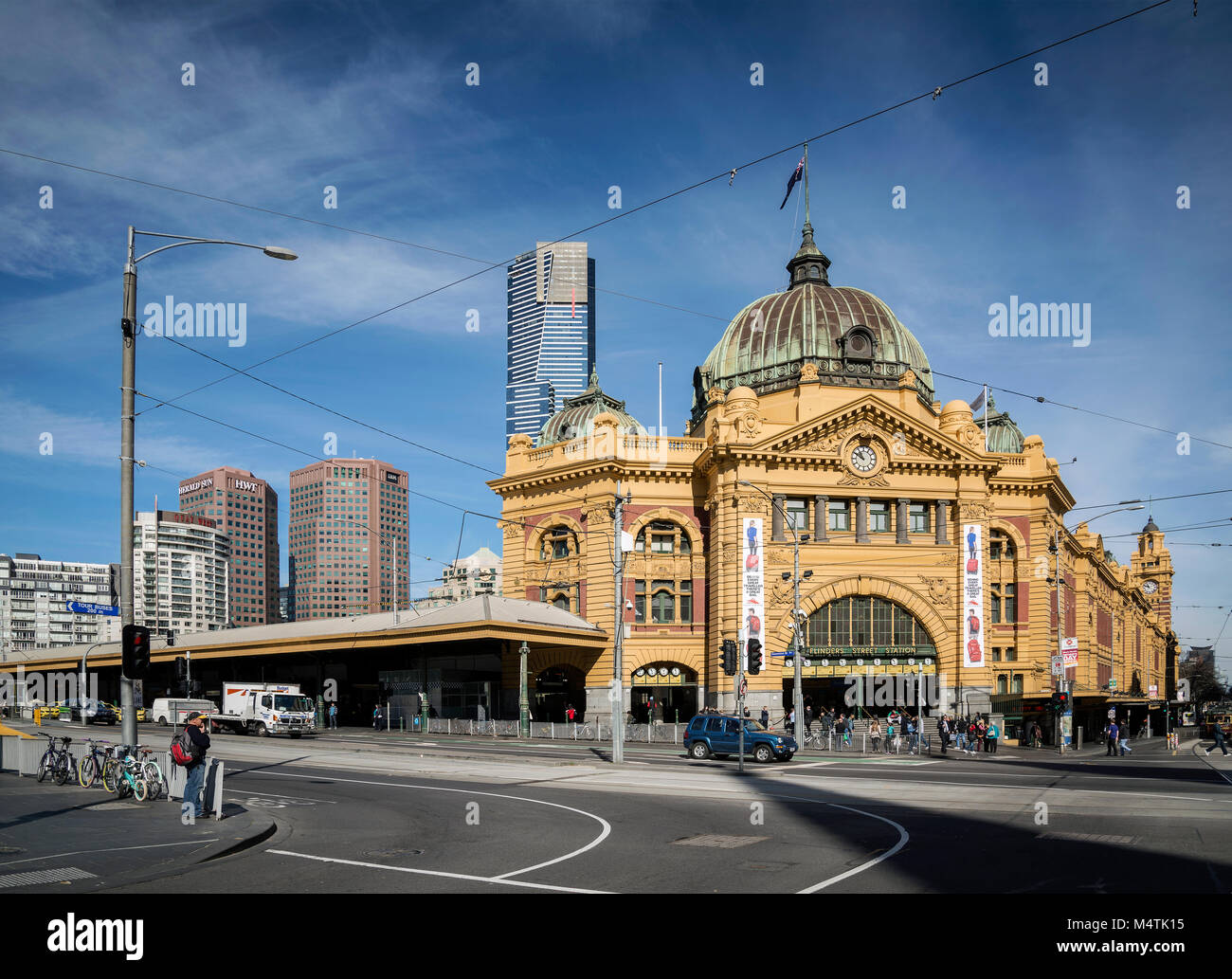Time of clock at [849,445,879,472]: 10:50
